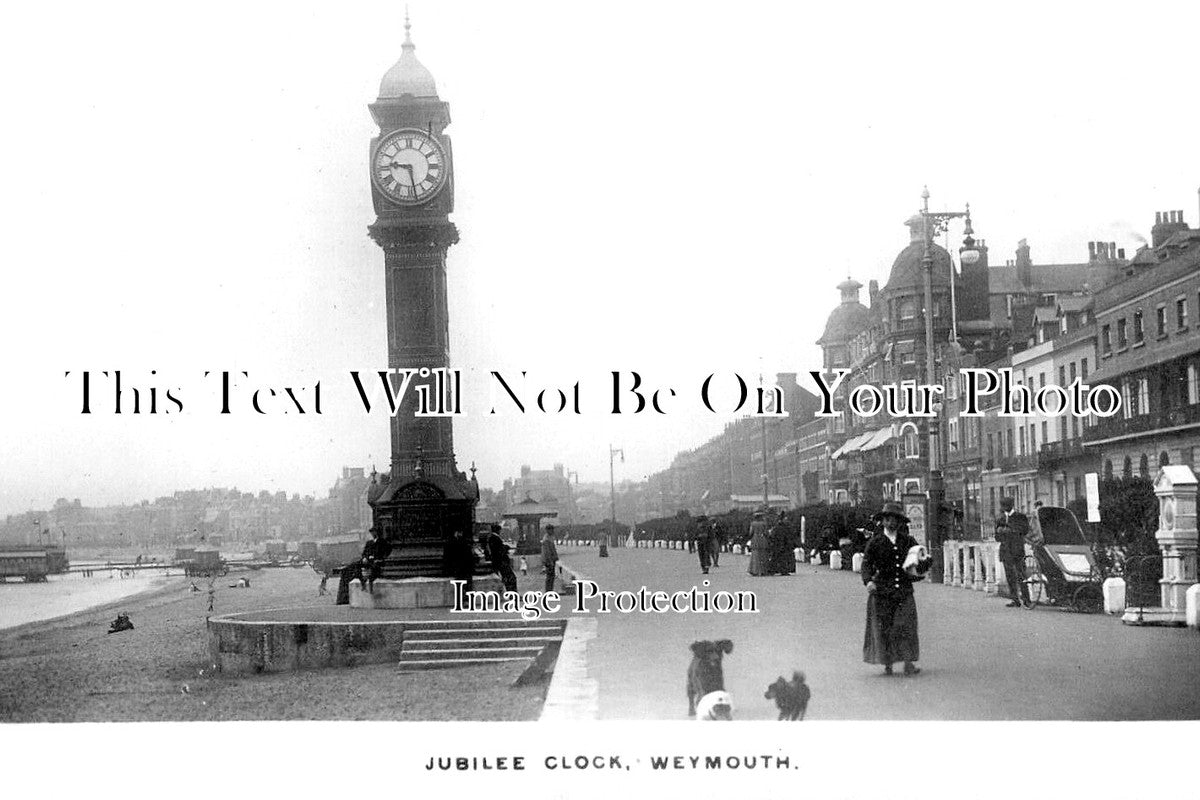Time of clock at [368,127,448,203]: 9:28
